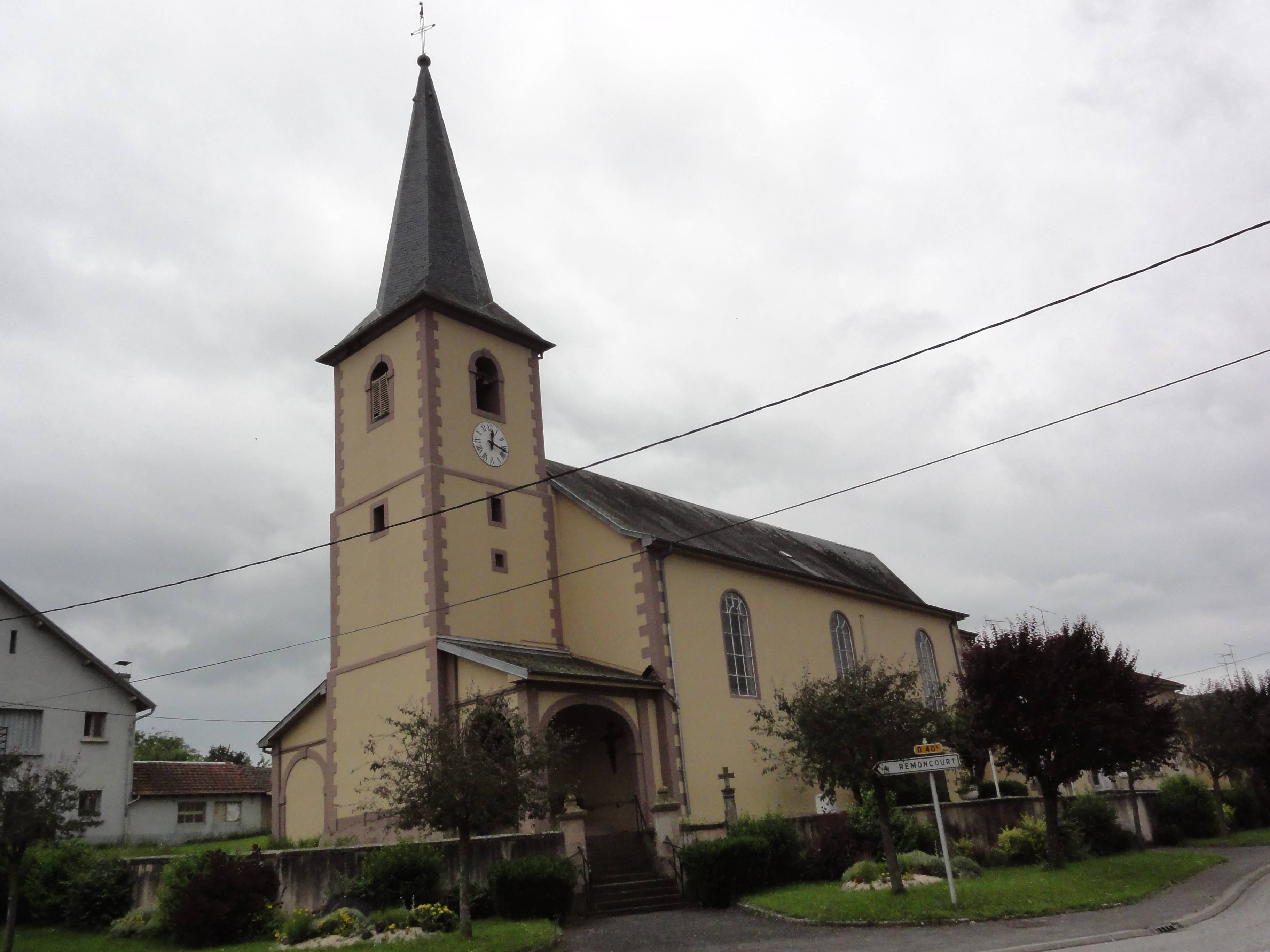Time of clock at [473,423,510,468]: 12:17
